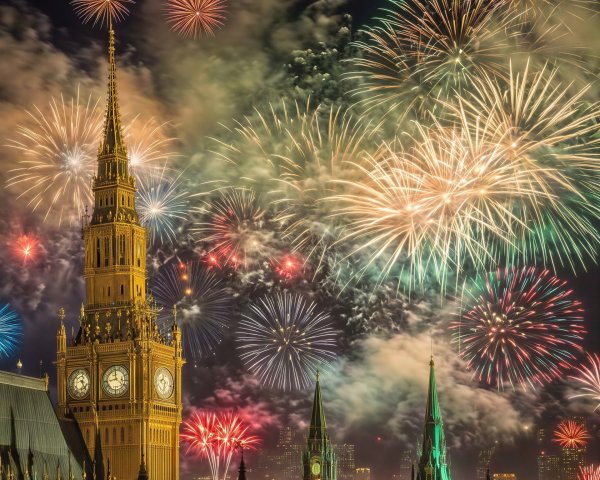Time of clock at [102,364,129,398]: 11:43
